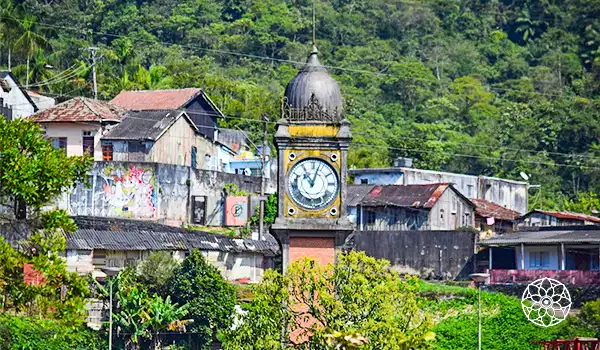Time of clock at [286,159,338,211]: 11:03
